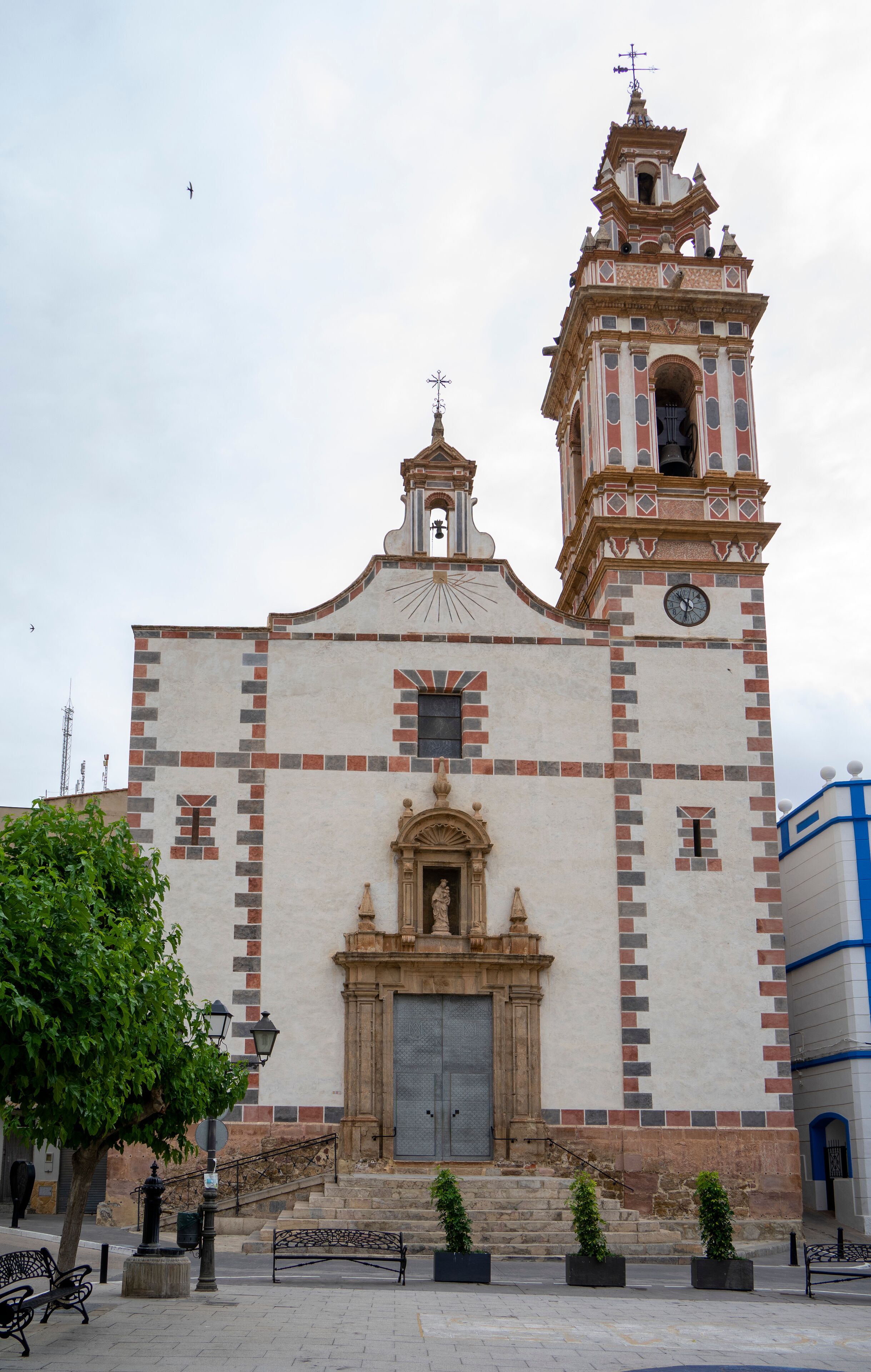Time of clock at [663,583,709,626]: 10:32
